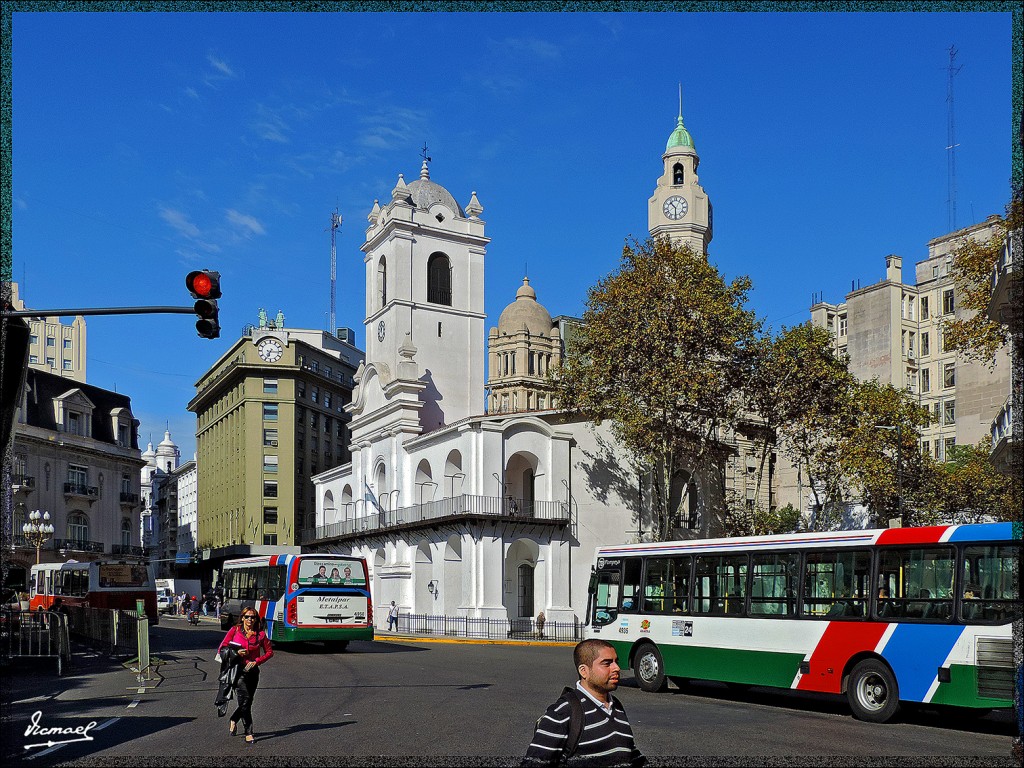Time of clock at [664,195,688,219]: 10:30
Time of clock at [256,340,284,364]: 6:15
